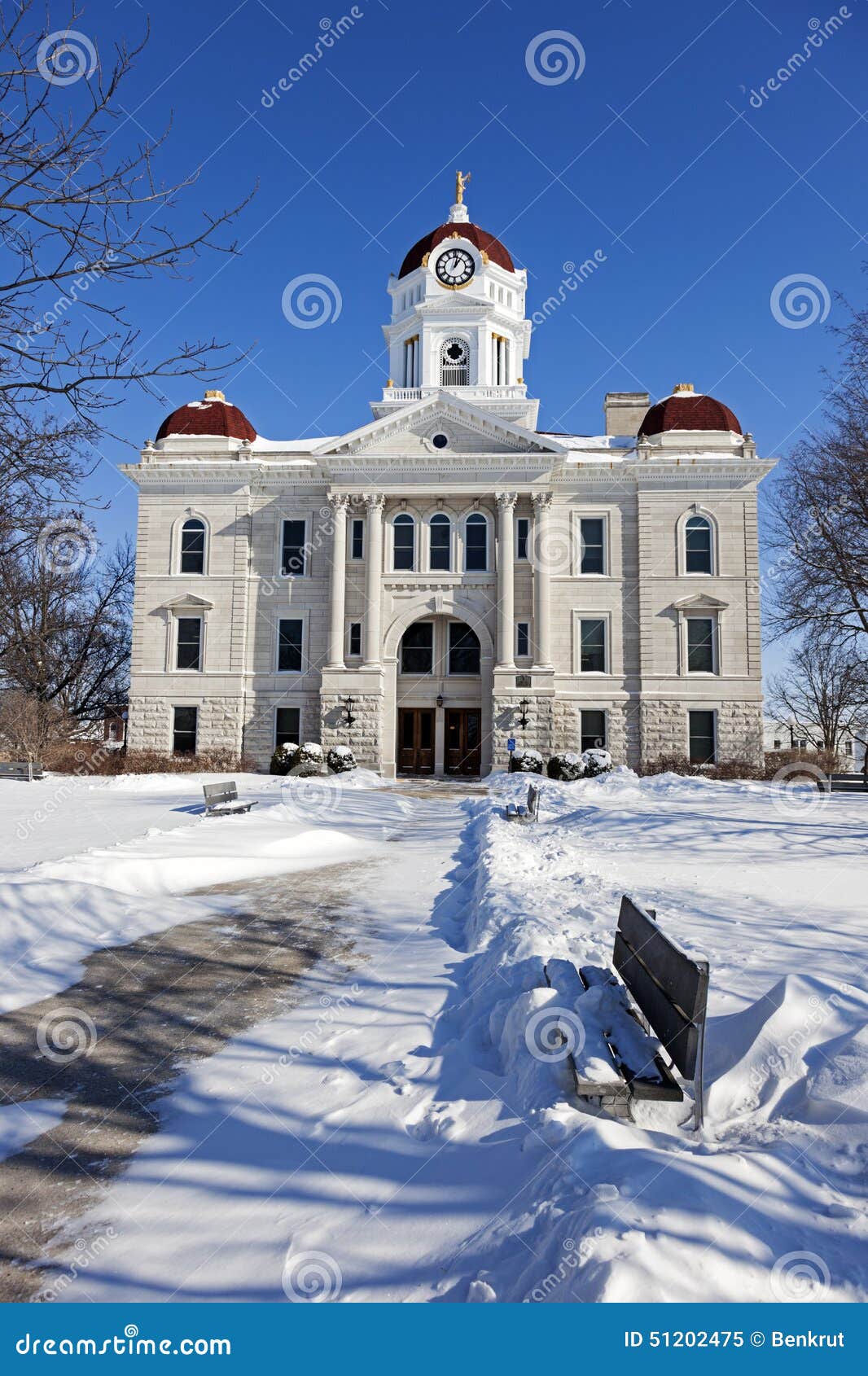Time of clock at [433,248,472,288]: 1:01
